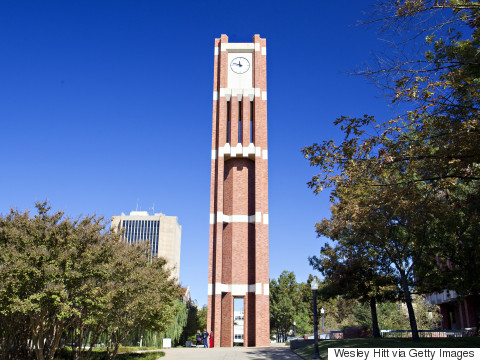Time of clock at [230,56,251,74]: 11:47
